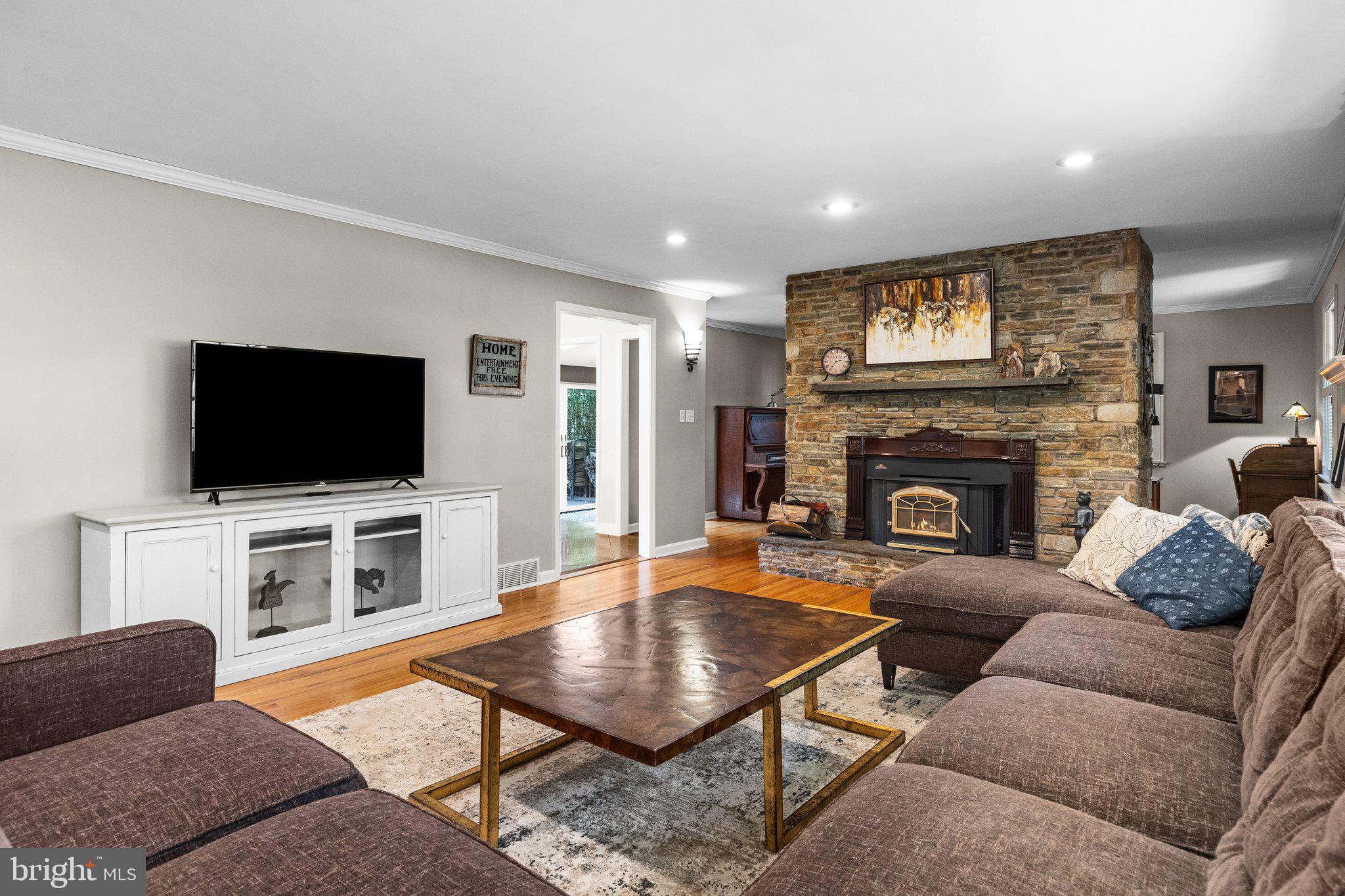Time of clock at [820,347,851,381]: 2:35
